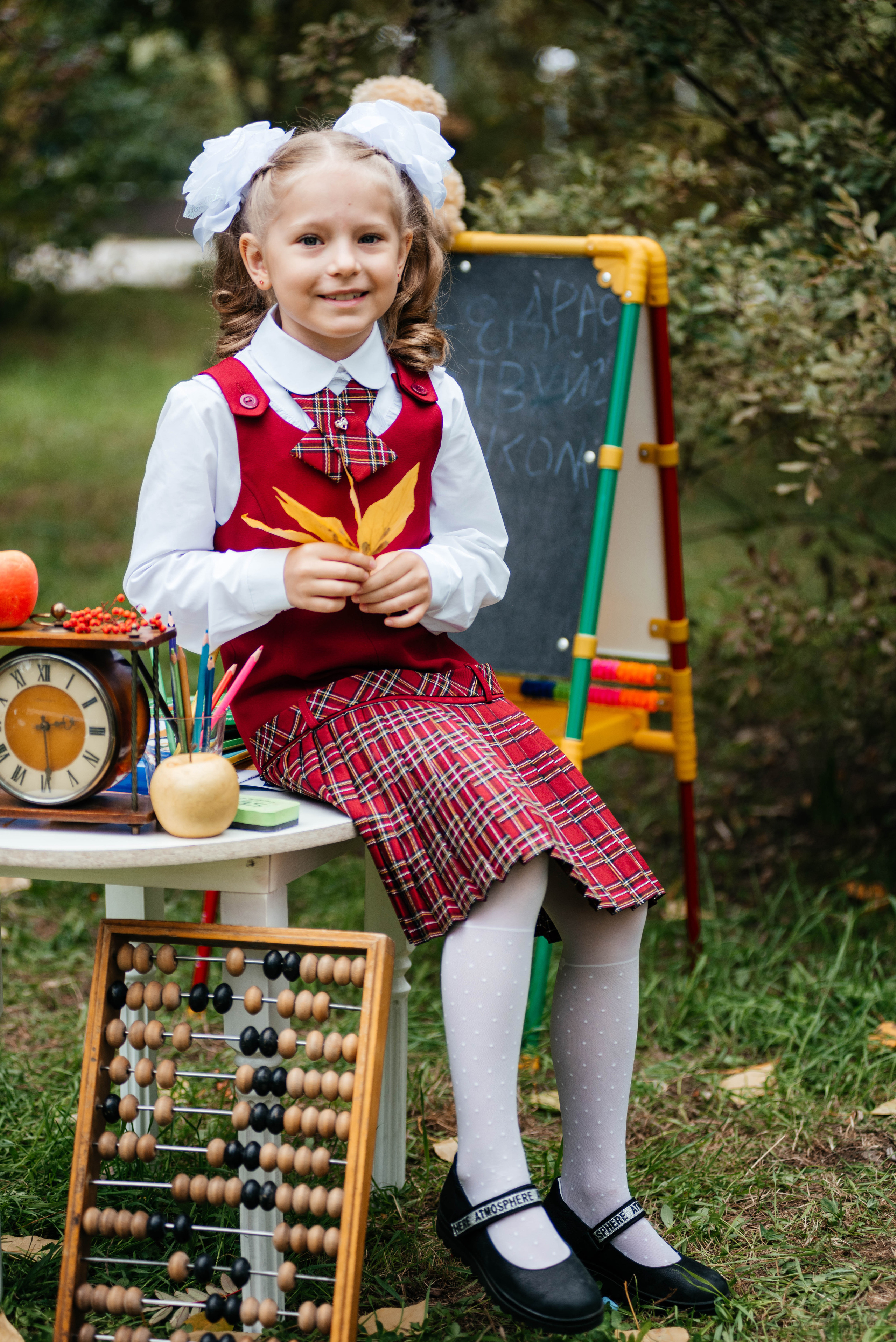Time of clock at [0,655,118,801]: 2:29
